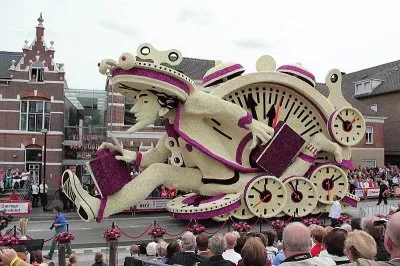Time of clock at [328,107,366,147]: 1:52
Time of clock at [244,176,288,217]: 11:50
